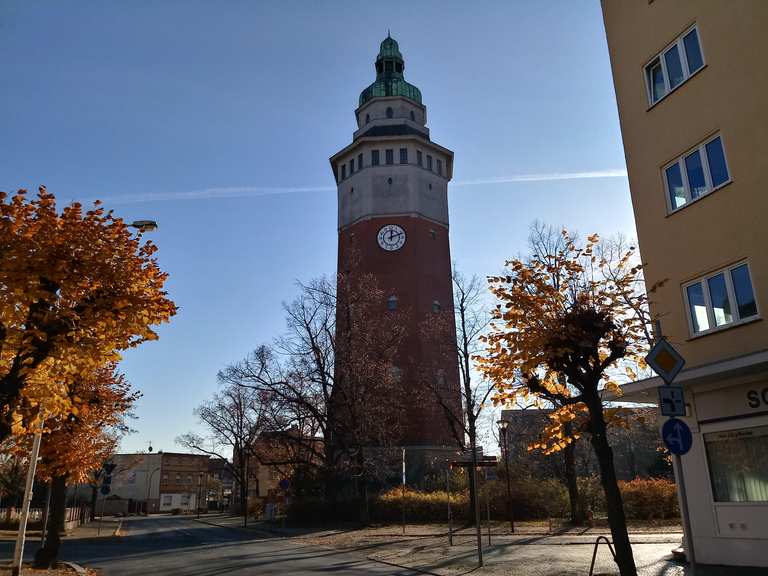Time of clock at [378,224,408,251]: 12:11
